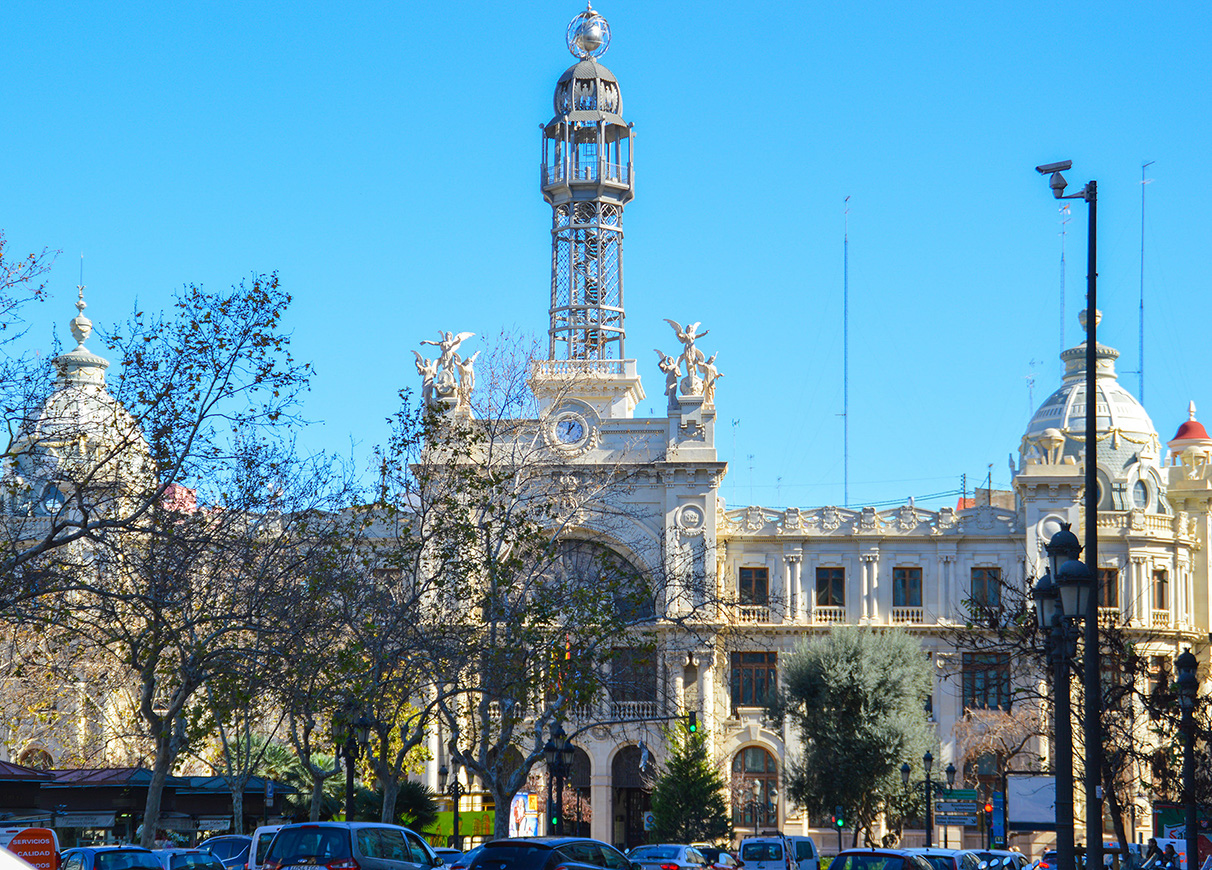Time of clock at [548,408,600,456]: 1:02
